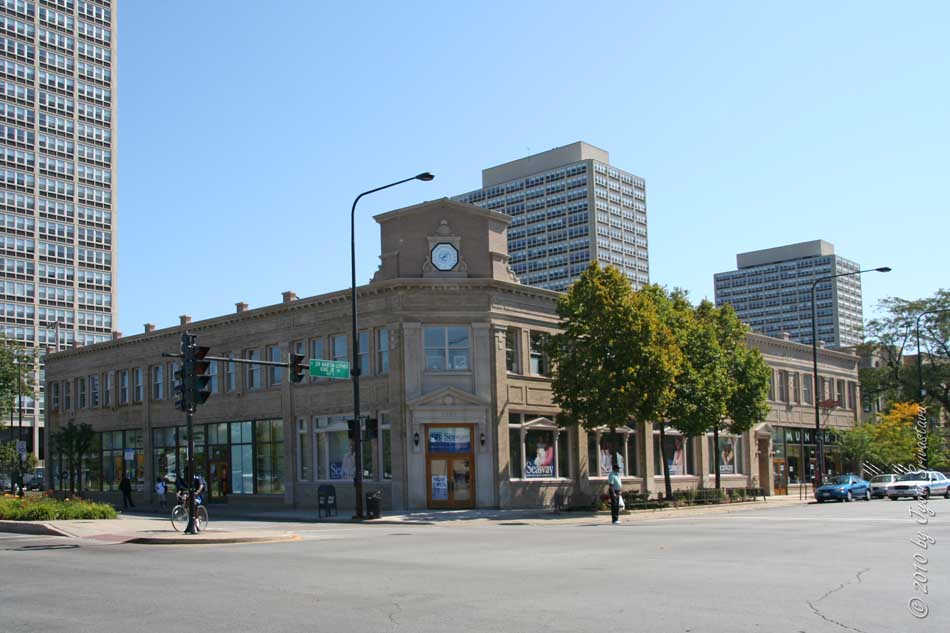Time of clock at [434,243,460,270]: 8:36
